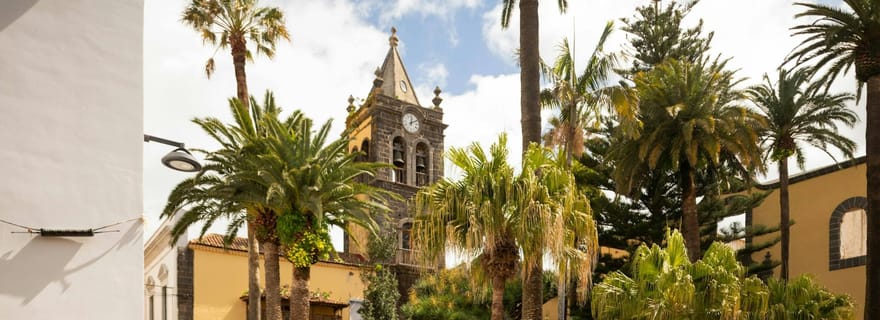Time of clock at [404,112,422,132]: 12:10
